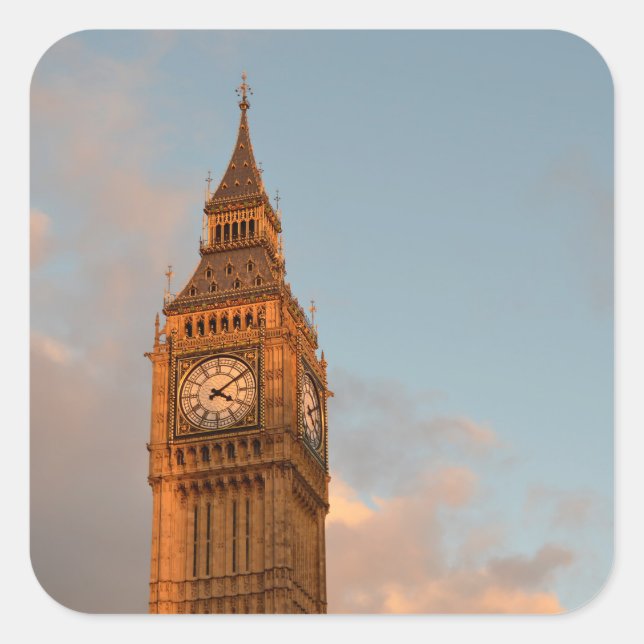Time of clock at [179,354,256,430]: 4:09
